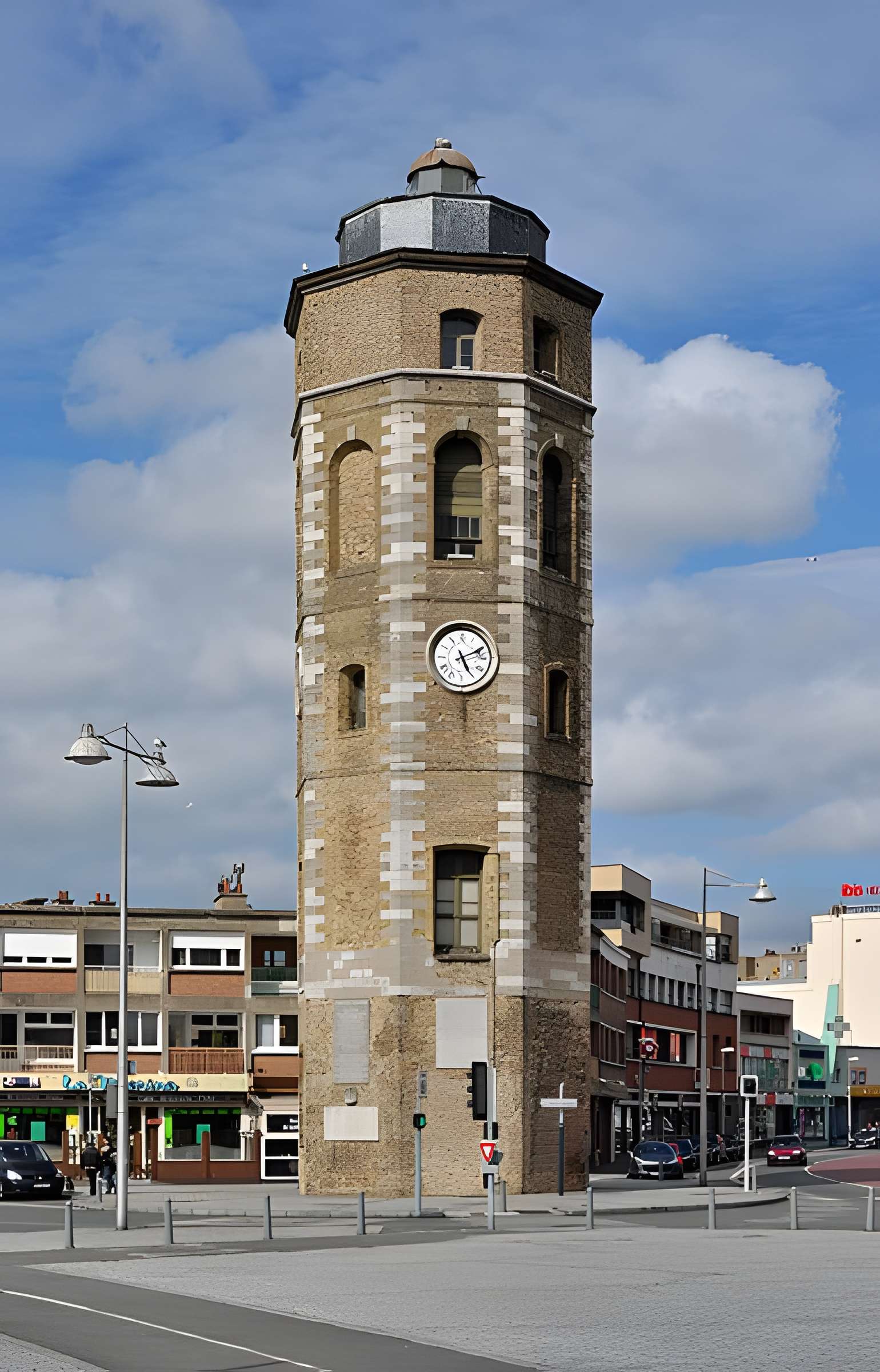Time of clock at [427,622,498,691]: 5:11
